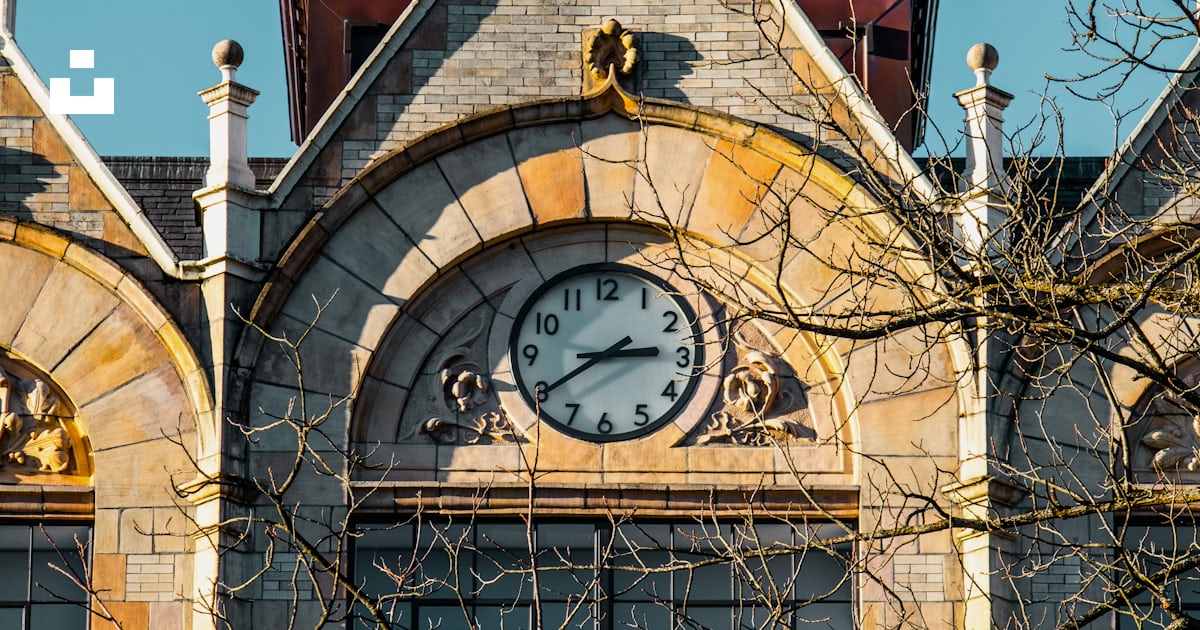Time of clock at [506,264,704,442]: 2:39
